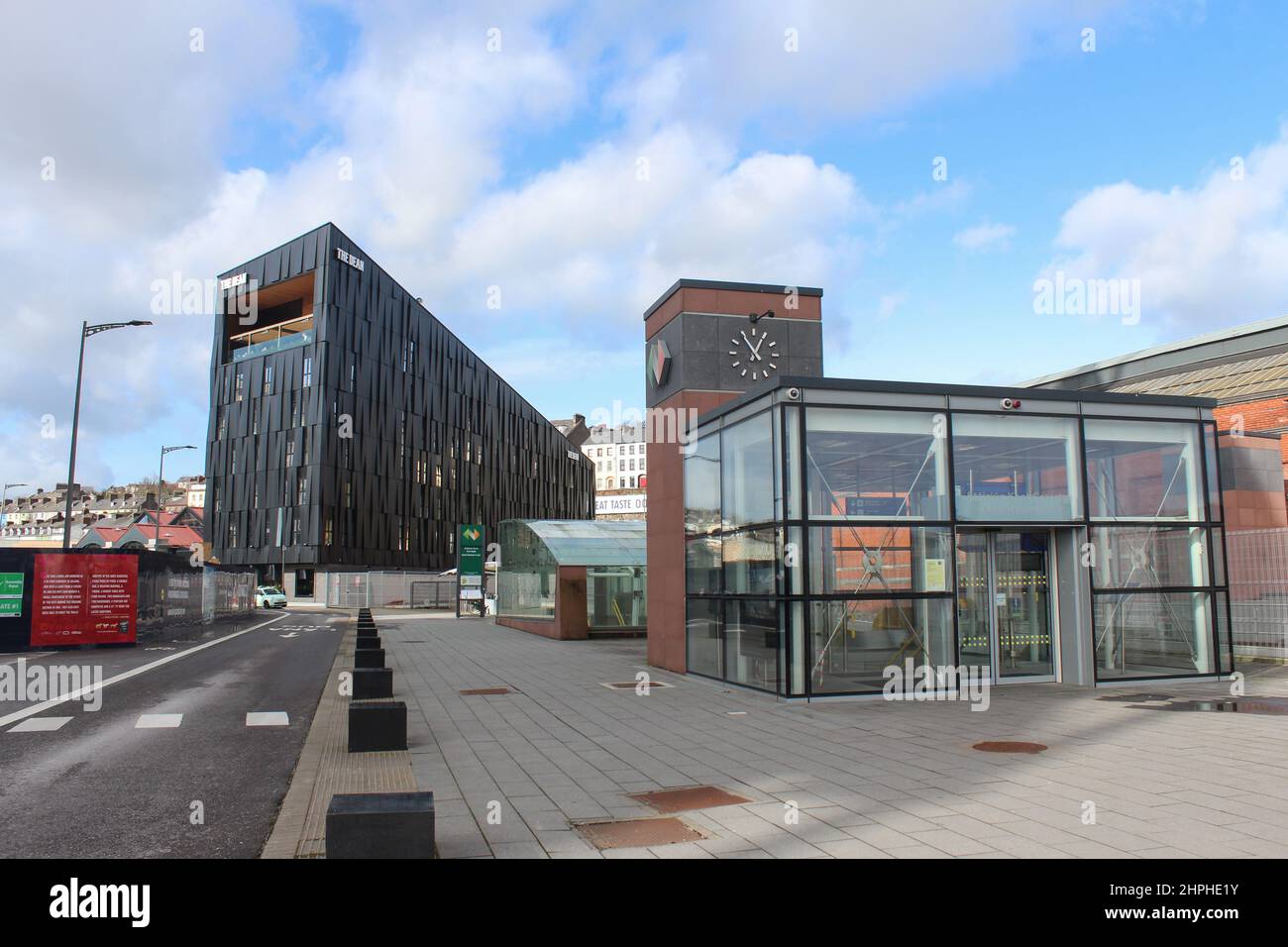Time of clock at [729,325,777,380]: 12:54
